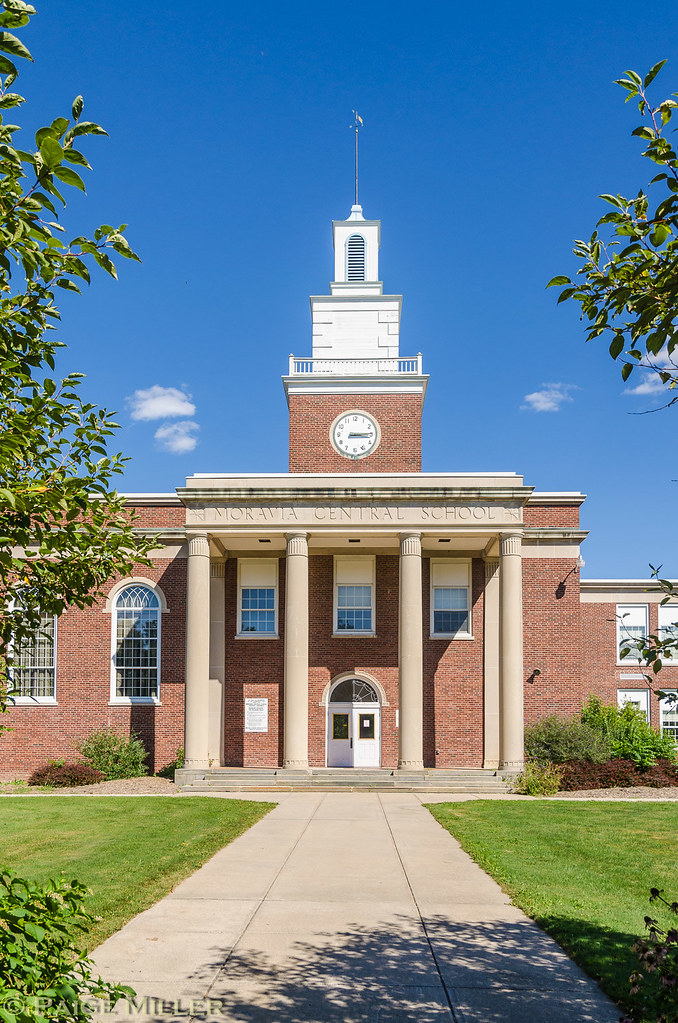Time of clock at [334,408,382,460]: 3:14
